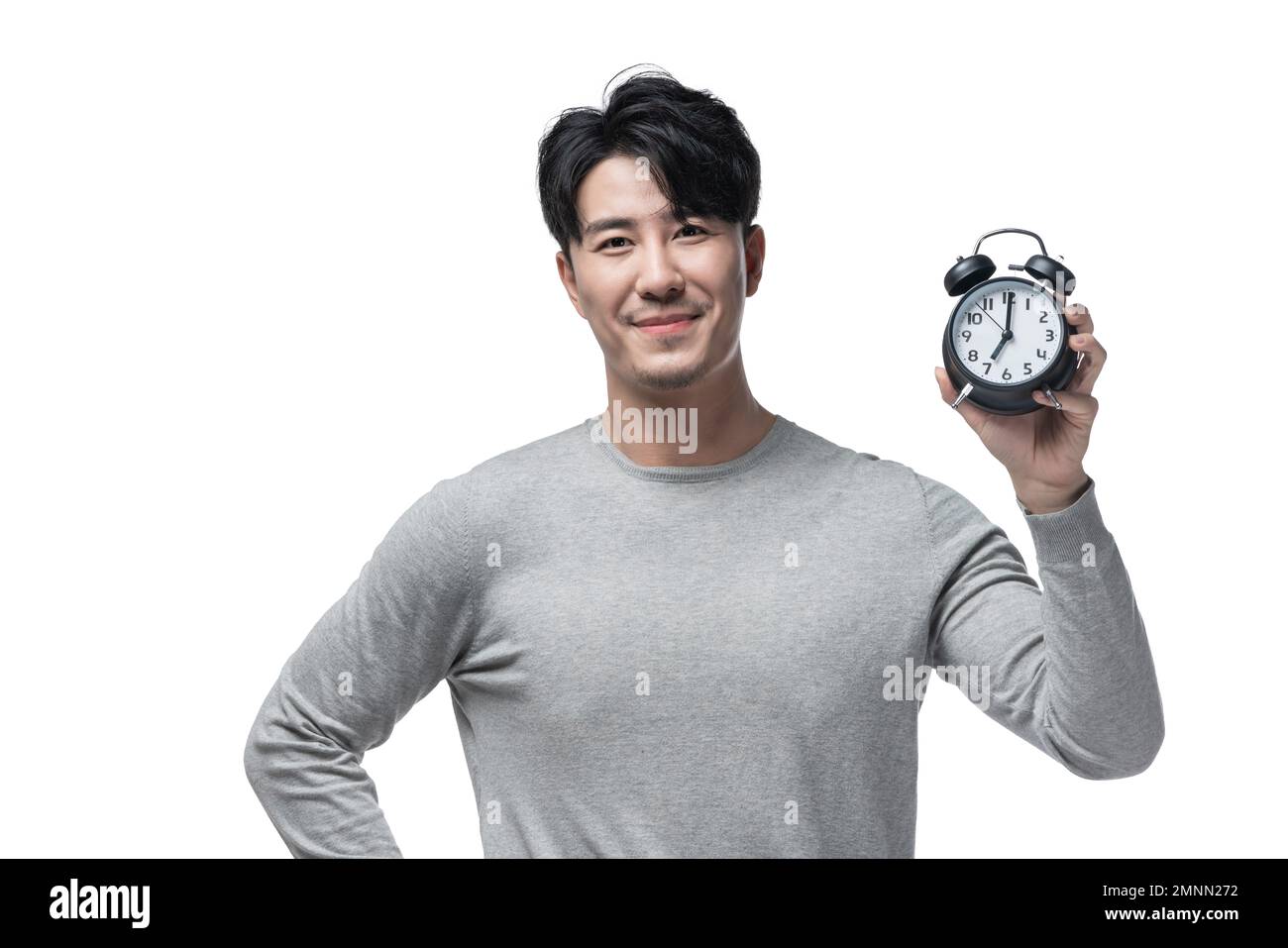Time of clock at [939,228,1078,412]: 7:00
